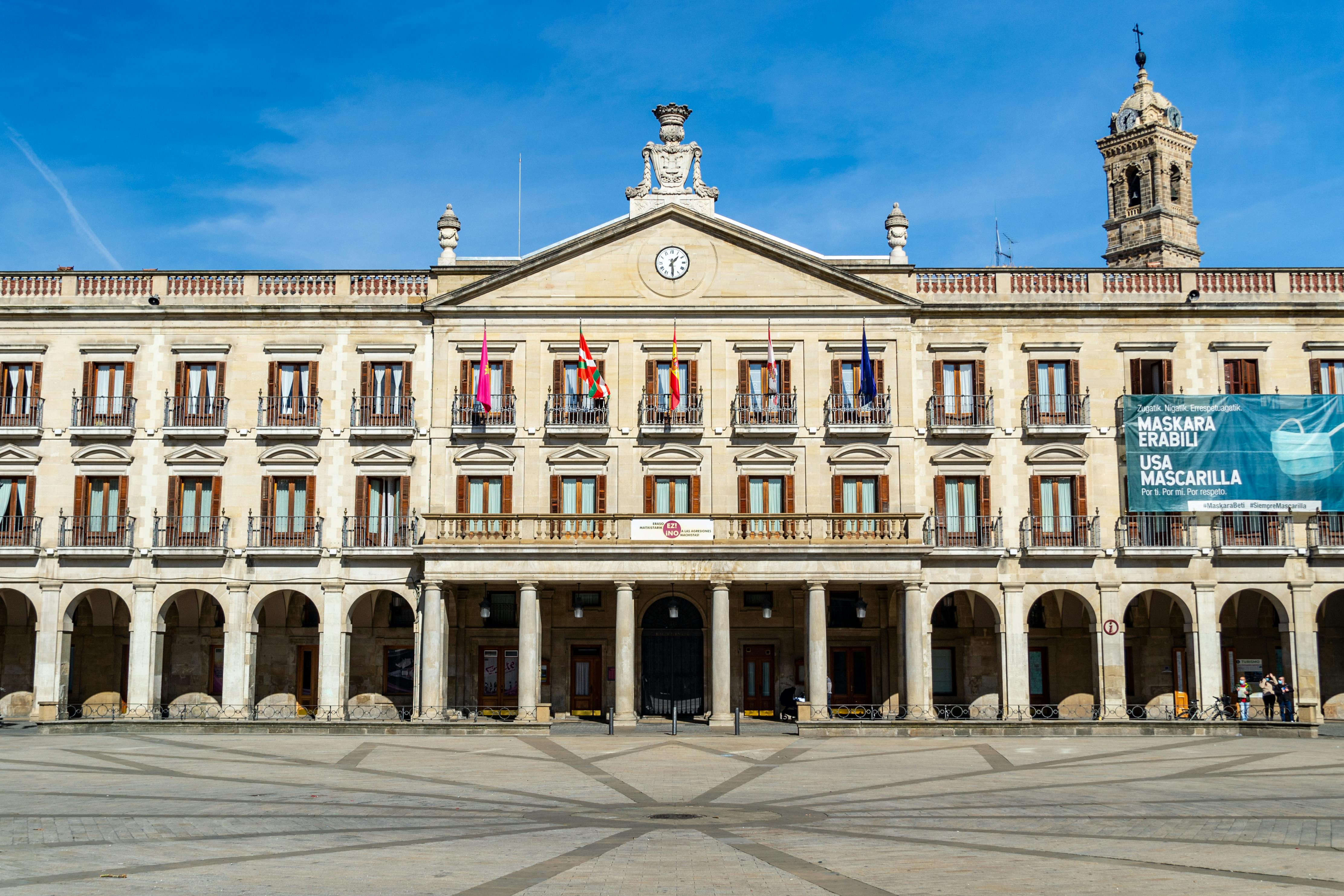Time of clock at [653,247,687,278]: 1:29
